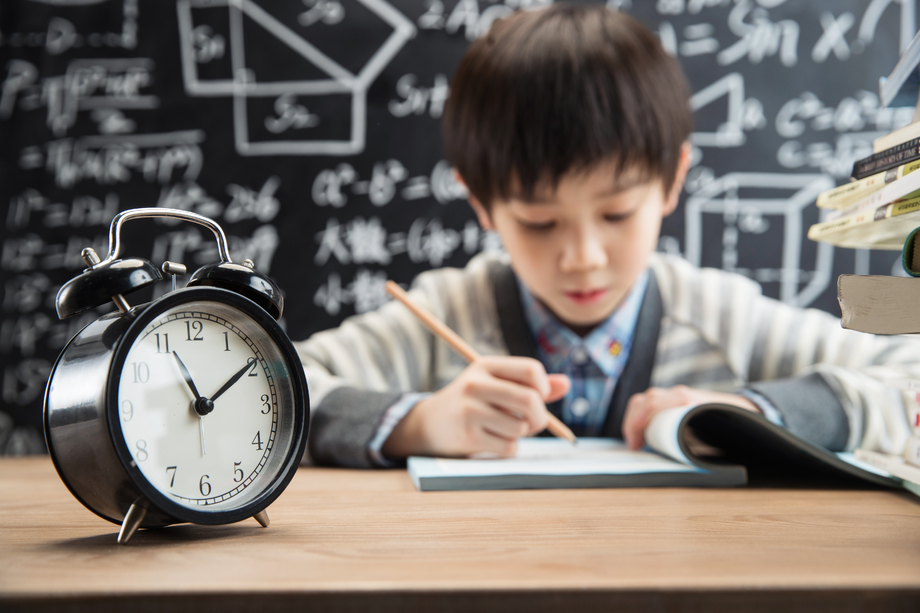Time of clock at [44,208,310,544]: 11:09
